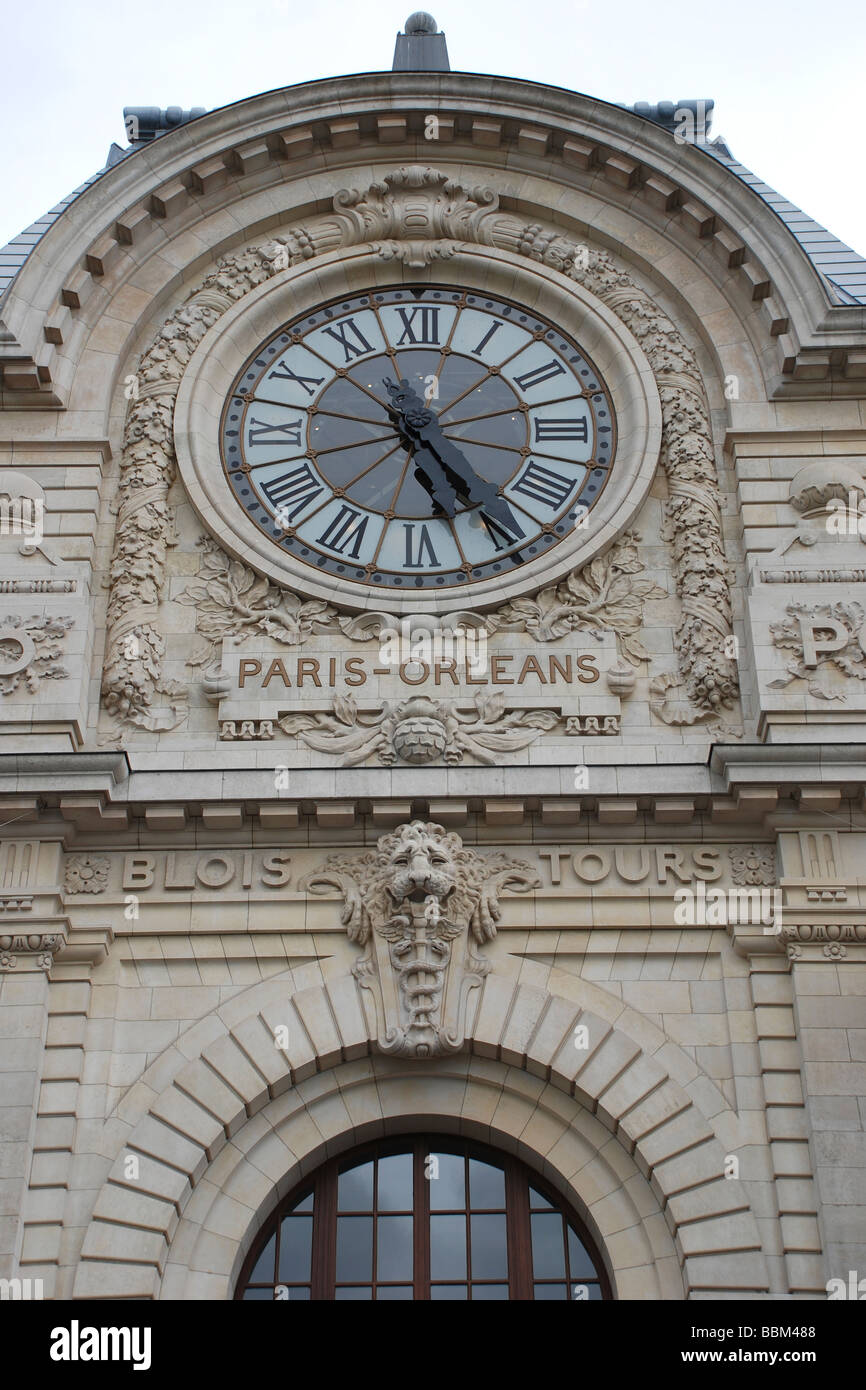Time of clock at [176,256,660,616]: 5:24
